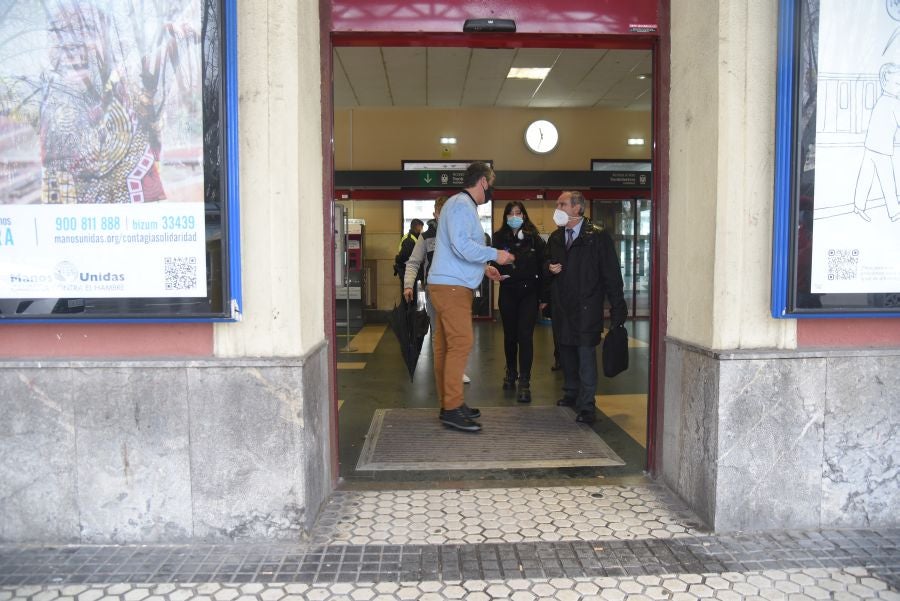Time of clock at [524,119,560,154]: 11:33
